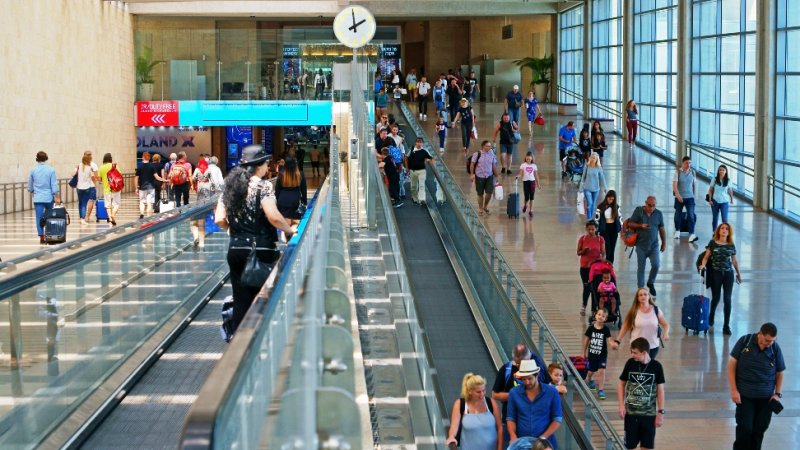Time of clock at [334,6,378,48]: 1:59
